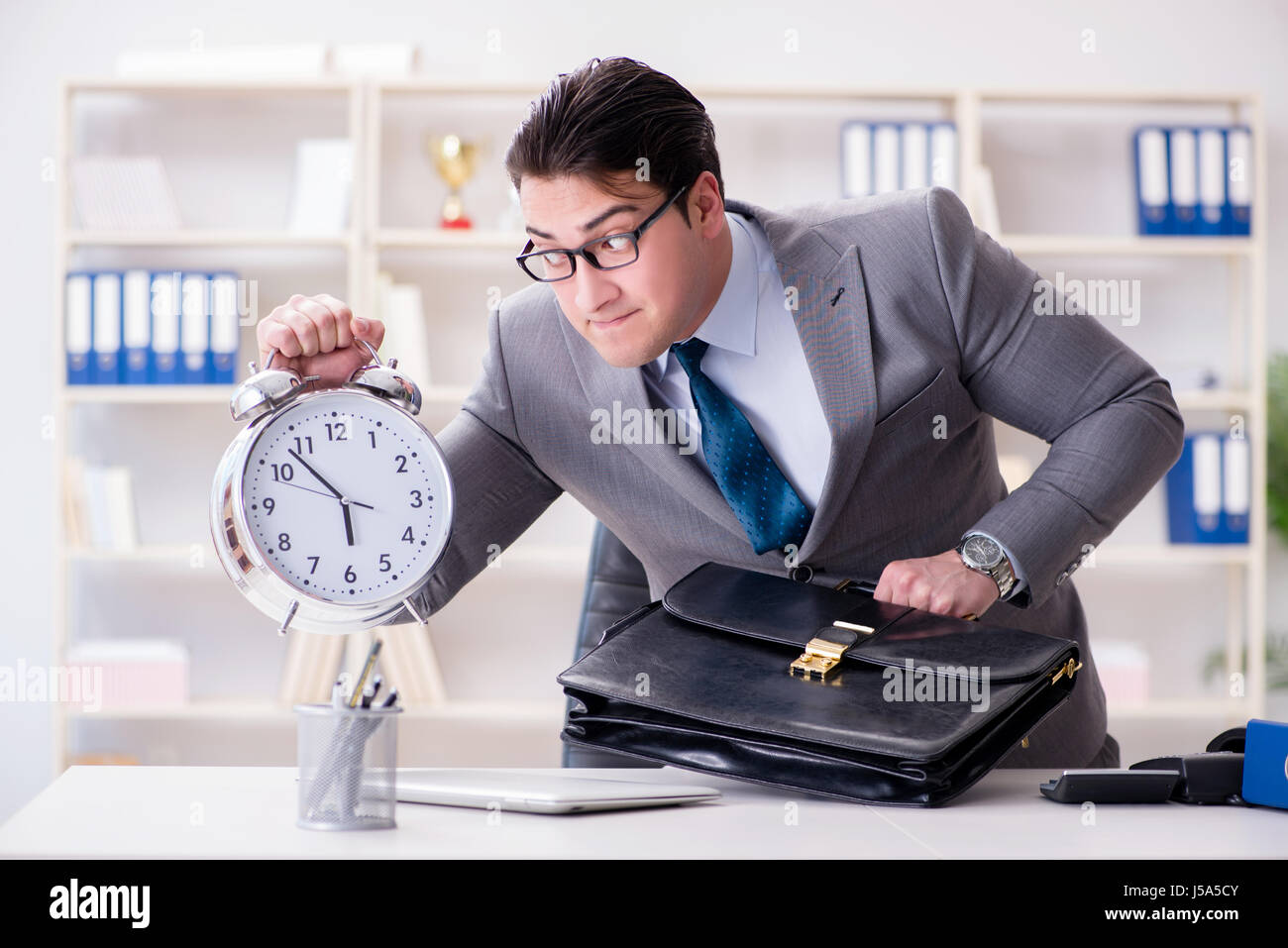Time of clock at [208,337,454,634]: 5:53
